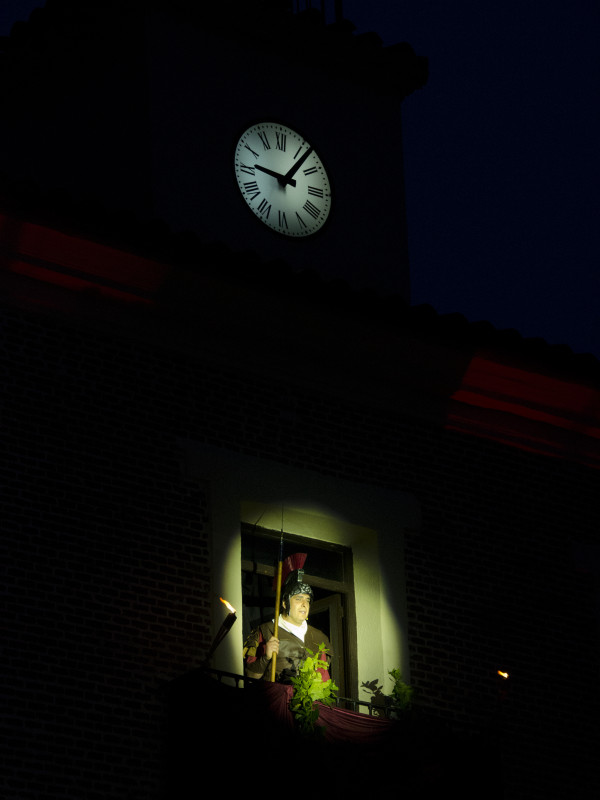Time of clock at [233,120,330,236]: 9:06
